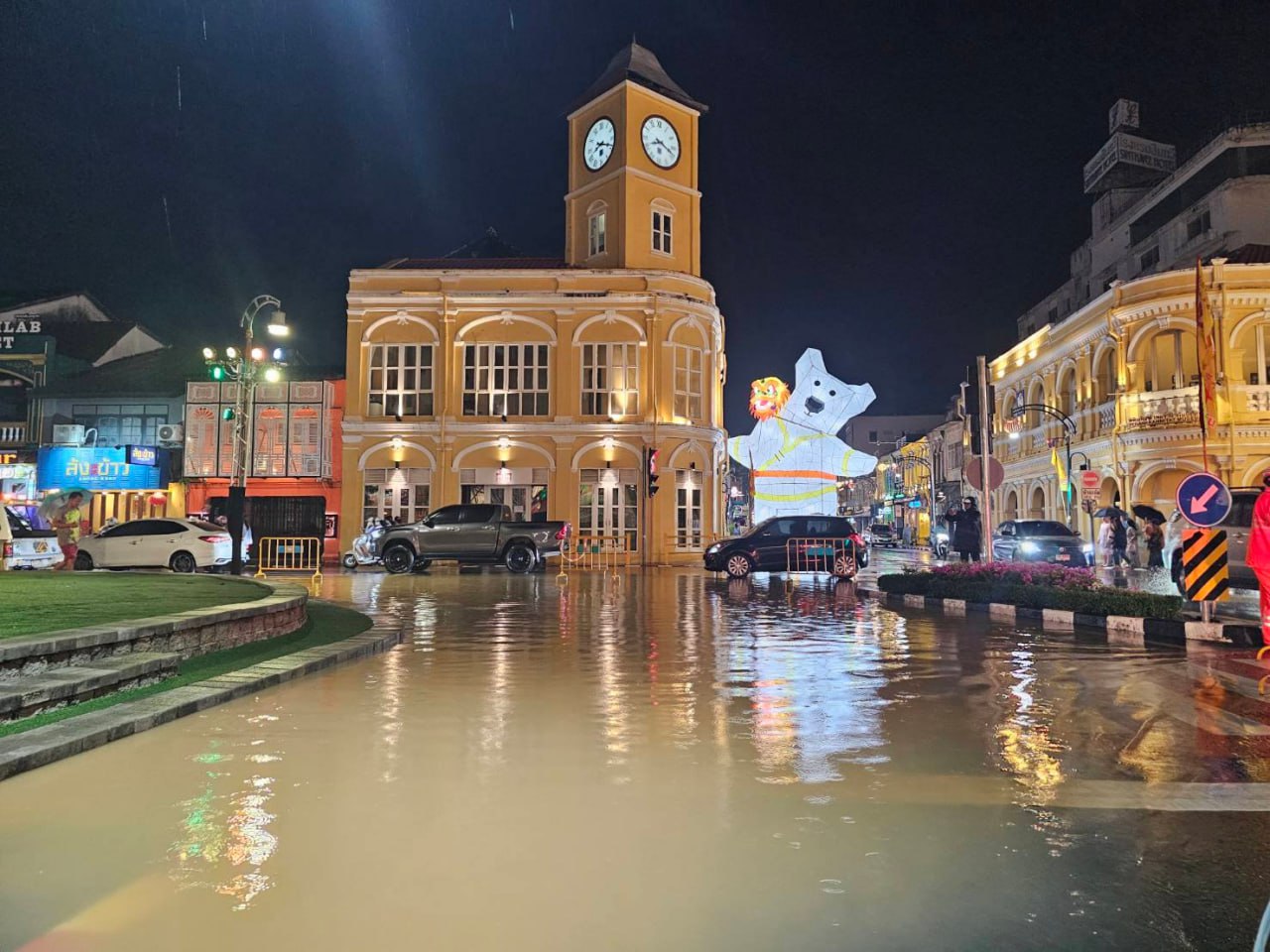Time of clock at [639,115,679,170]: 8:18
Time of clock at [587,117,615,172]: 8:18
